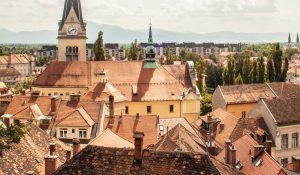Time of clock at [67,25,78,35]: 2:37
